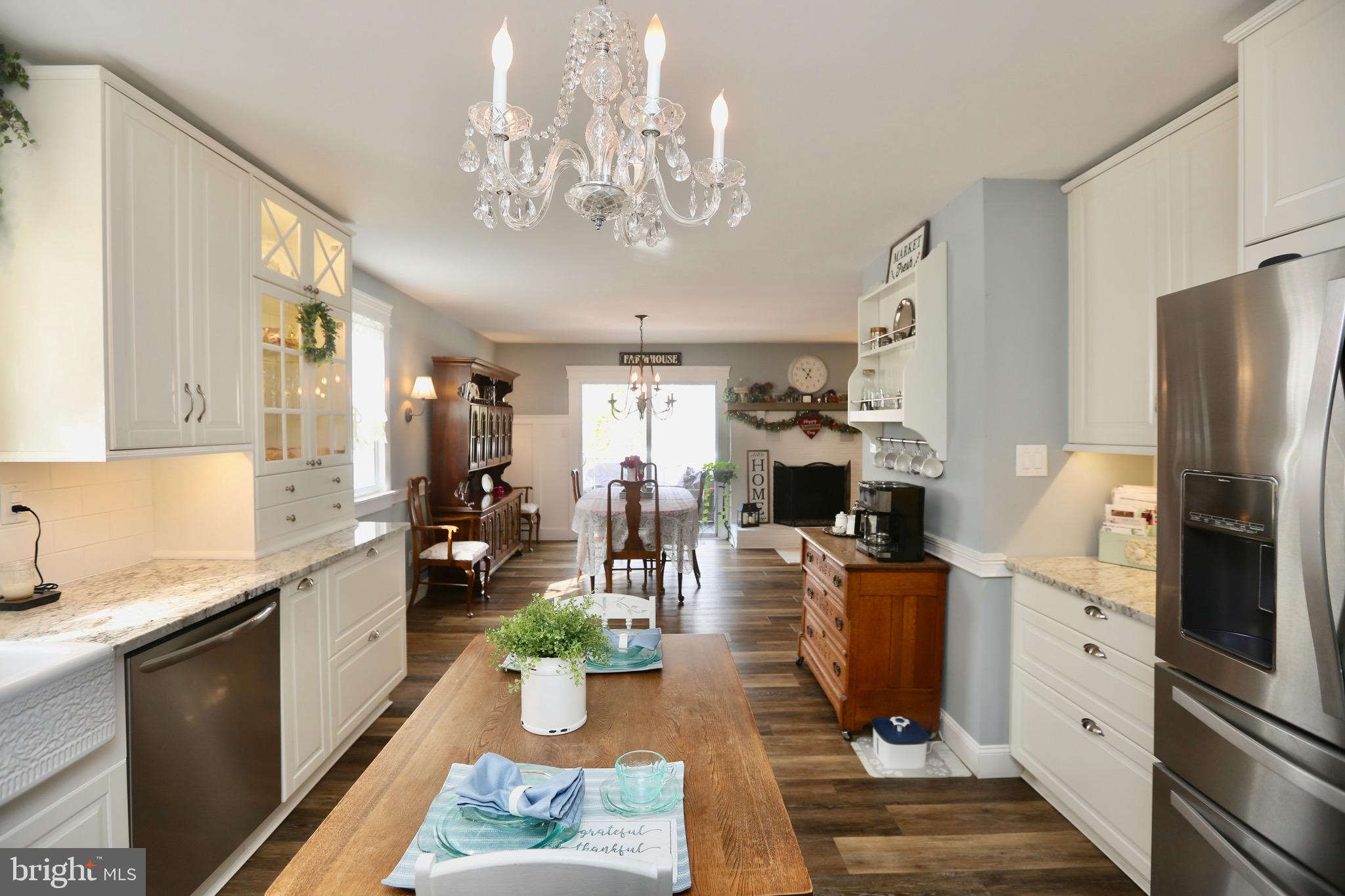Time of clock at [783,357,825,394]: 12:52
